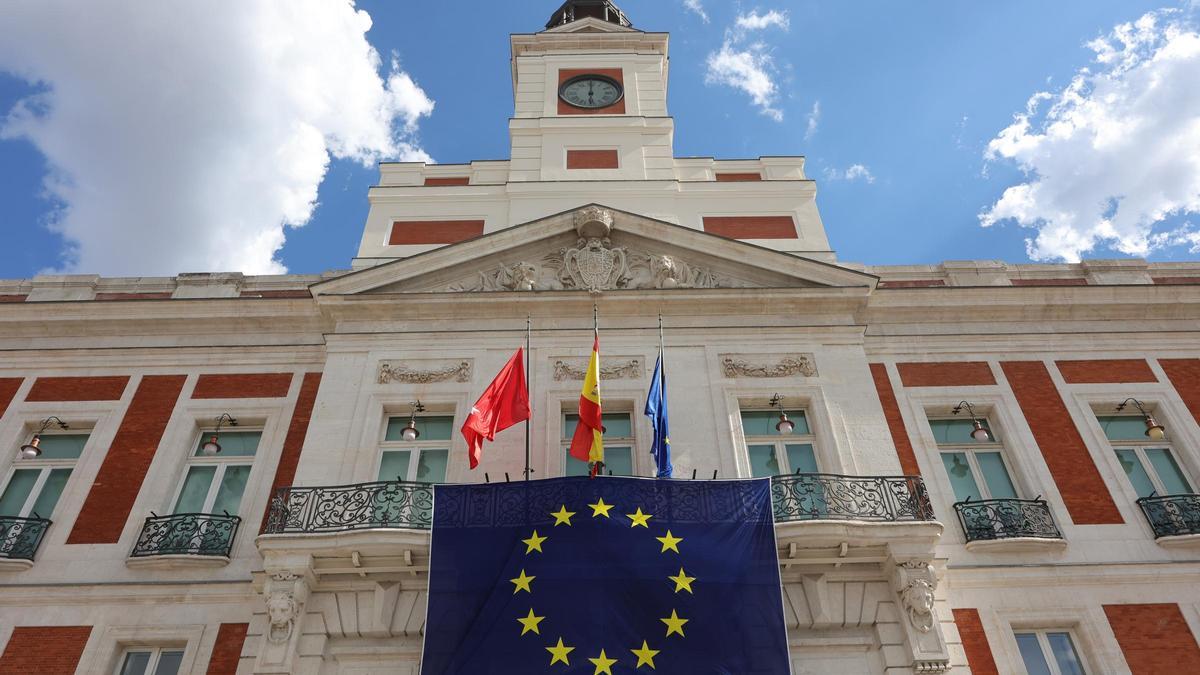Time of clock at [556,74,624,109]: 6:00
